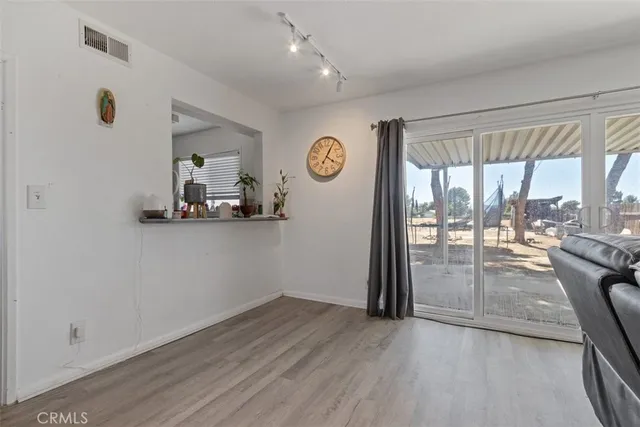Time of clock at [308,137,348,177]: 4:04
